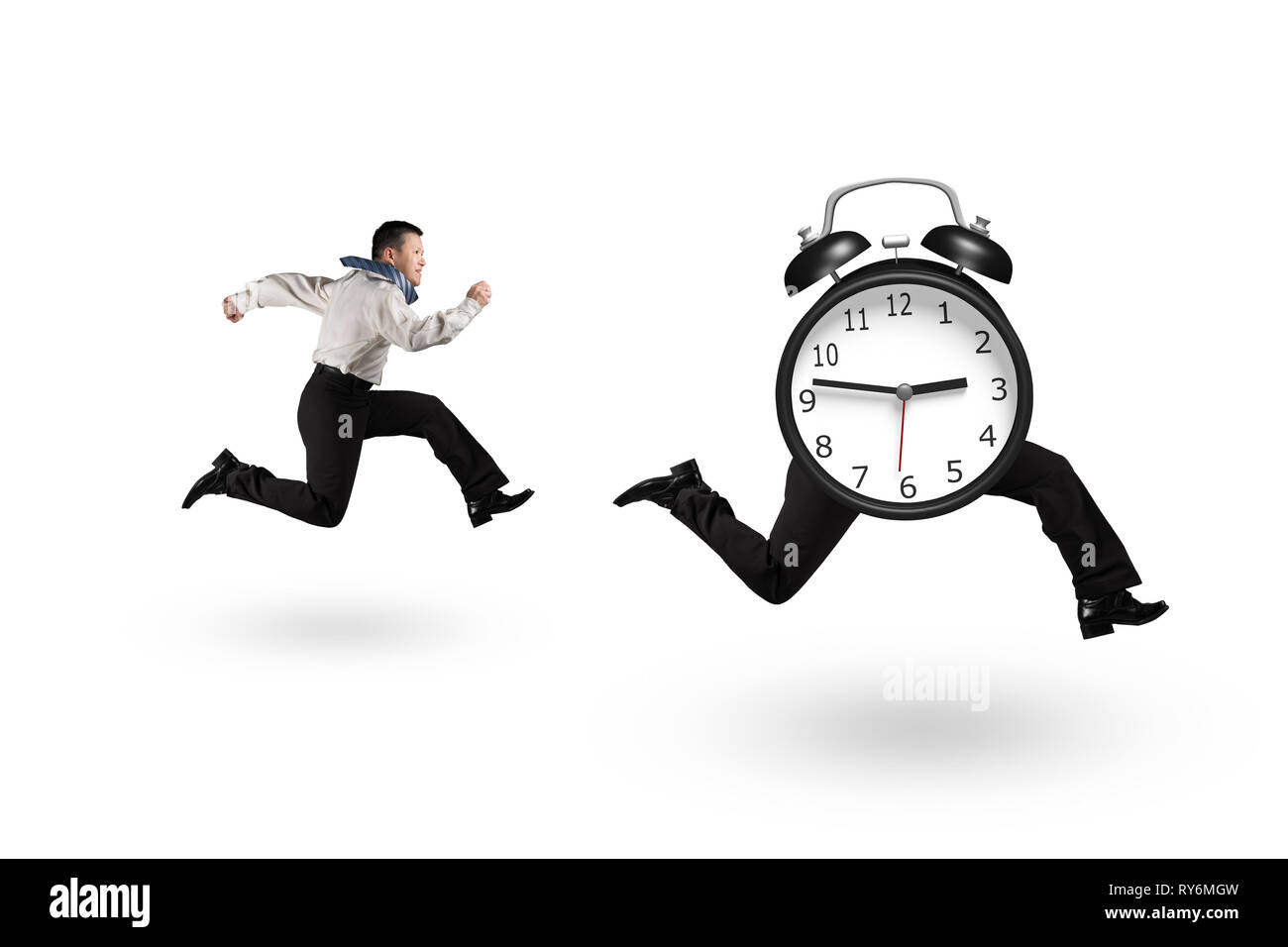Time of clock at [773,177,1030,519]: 2:46
